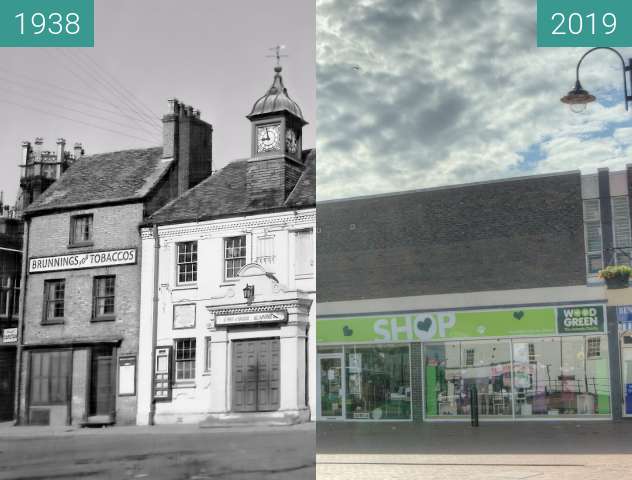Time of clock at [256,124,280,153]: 8:58
